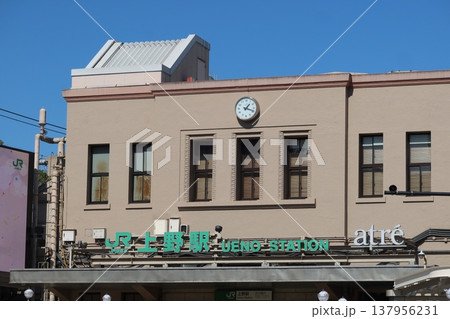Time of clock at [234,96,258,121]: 1:18
